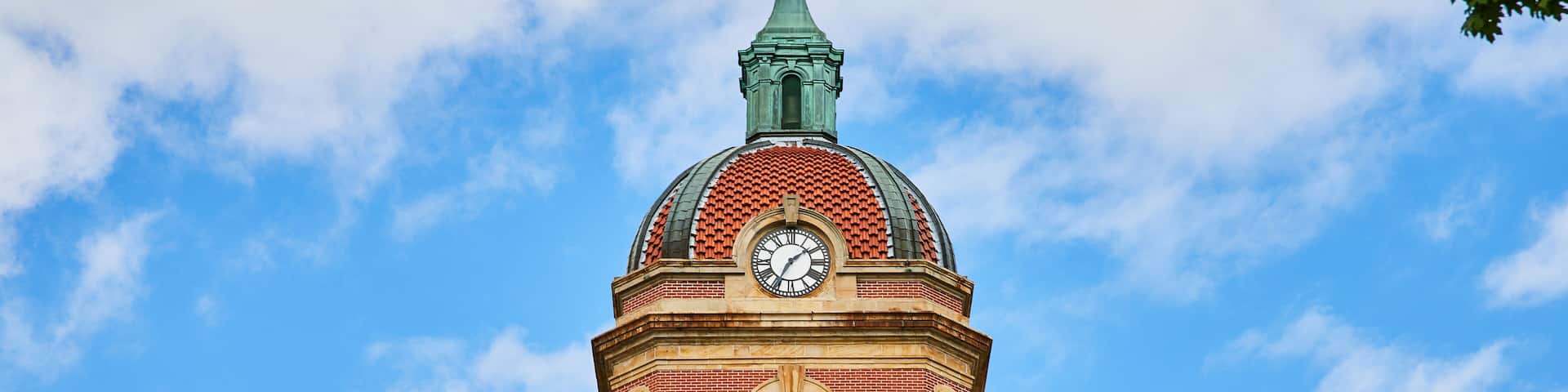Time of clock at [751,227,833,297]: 1:34
